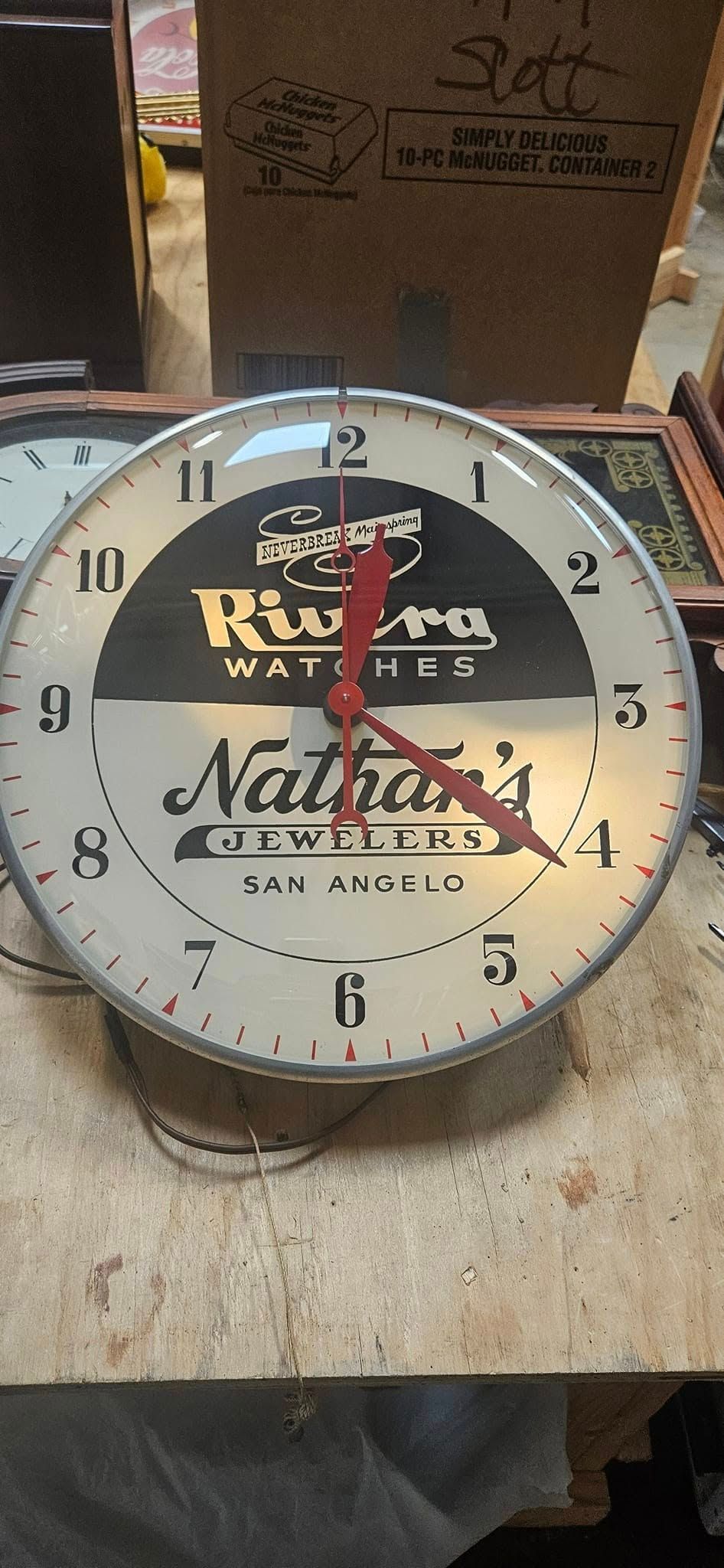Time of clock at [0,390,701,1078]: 10:45
